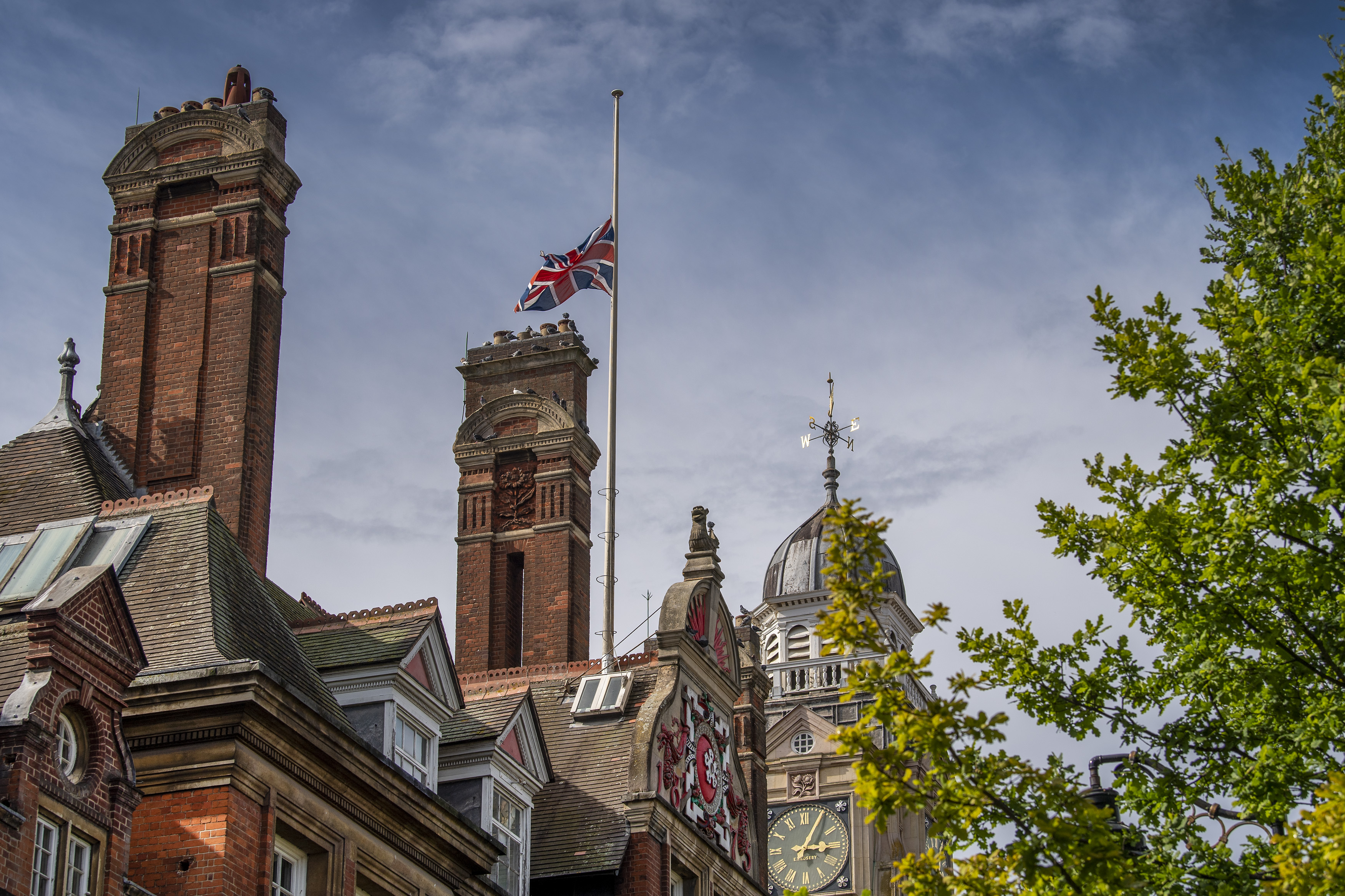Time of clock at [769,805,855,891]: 3:04
